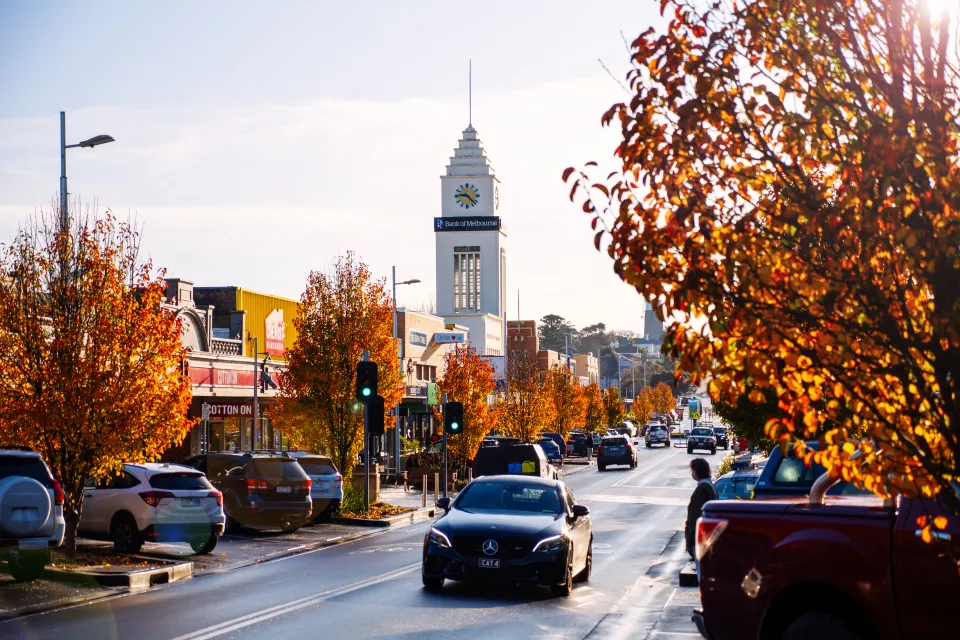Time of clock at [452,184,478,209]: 9:22
